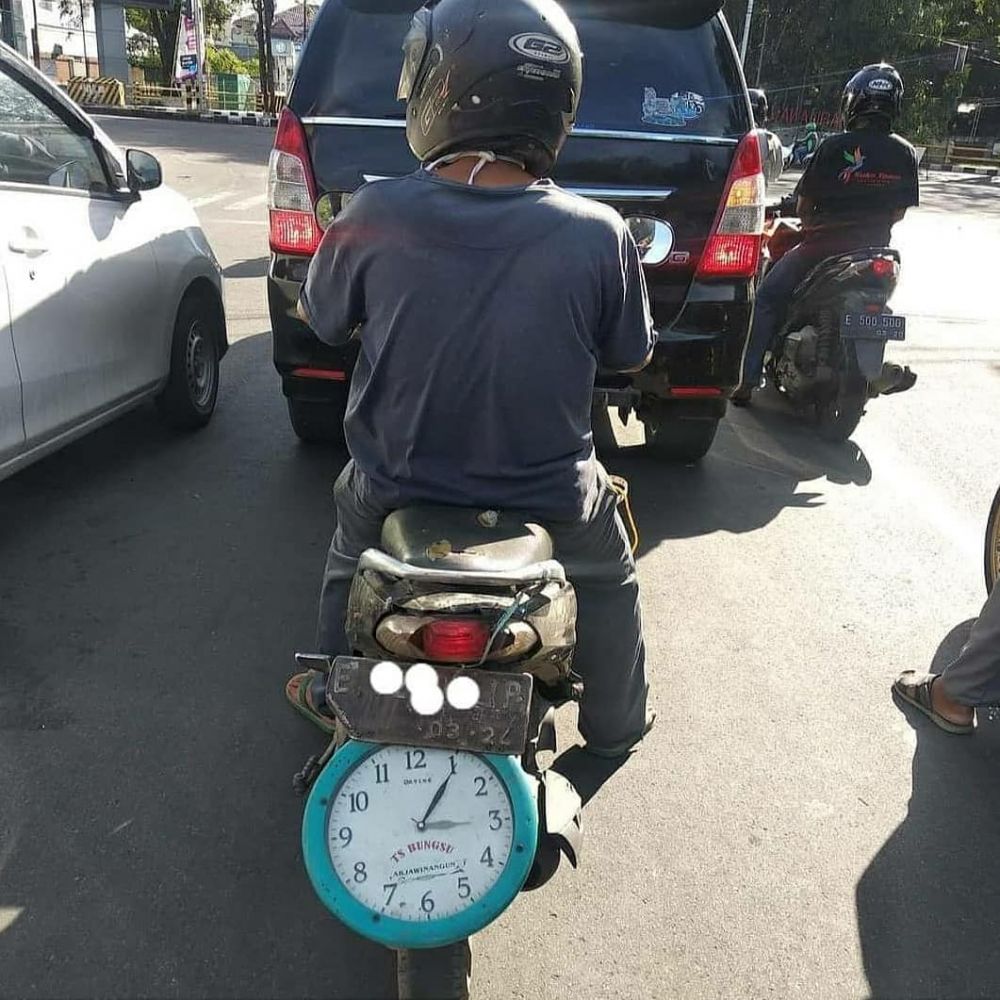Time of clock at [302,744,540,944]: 1:05
